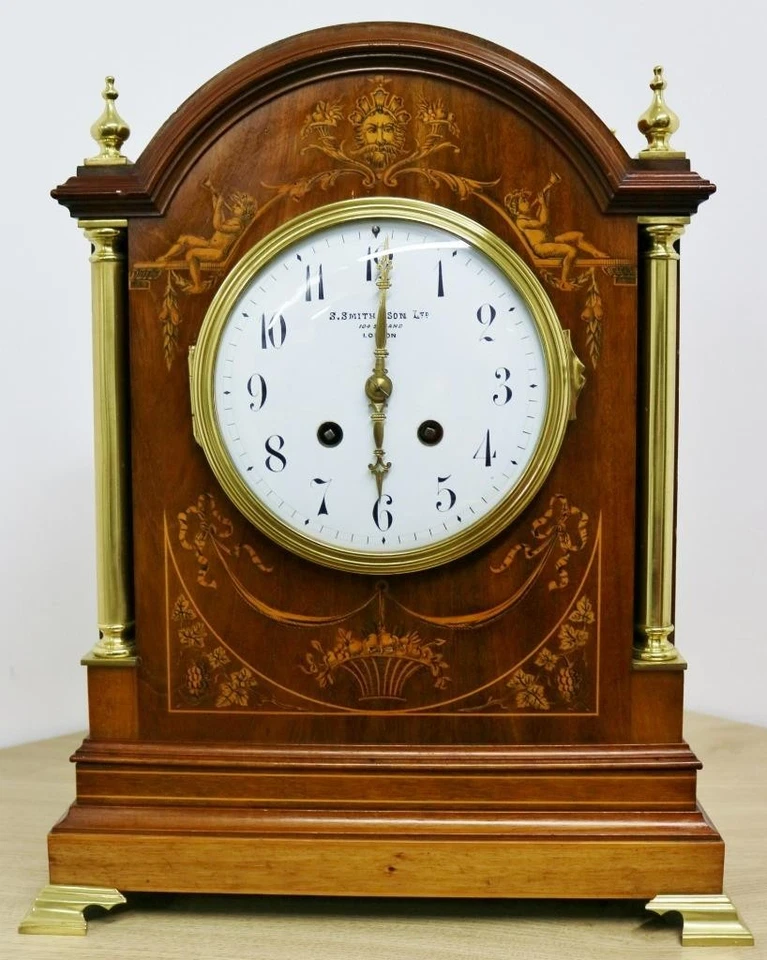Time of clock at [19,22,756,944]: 6:00
